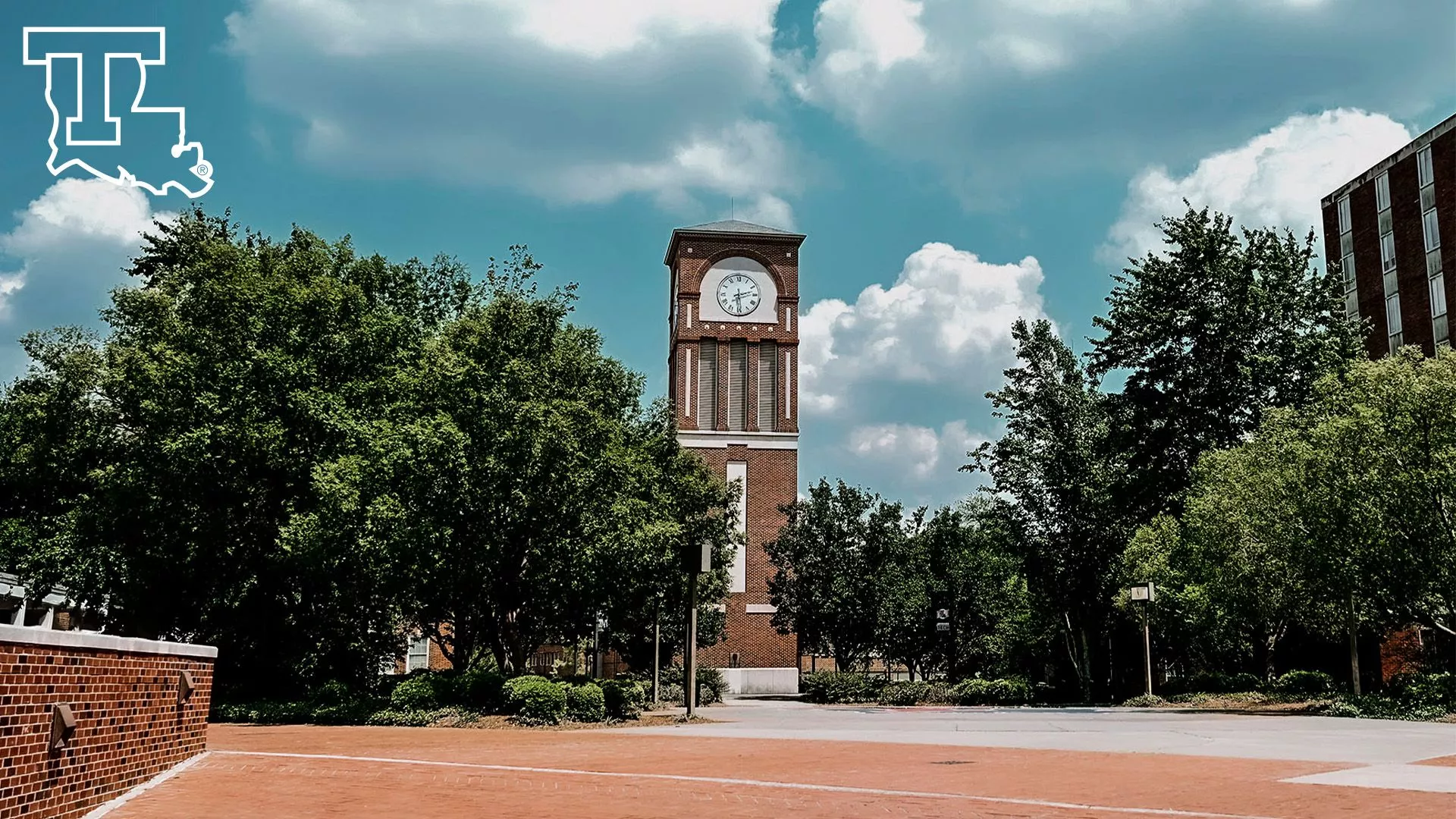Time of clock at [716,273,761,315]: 2:29
